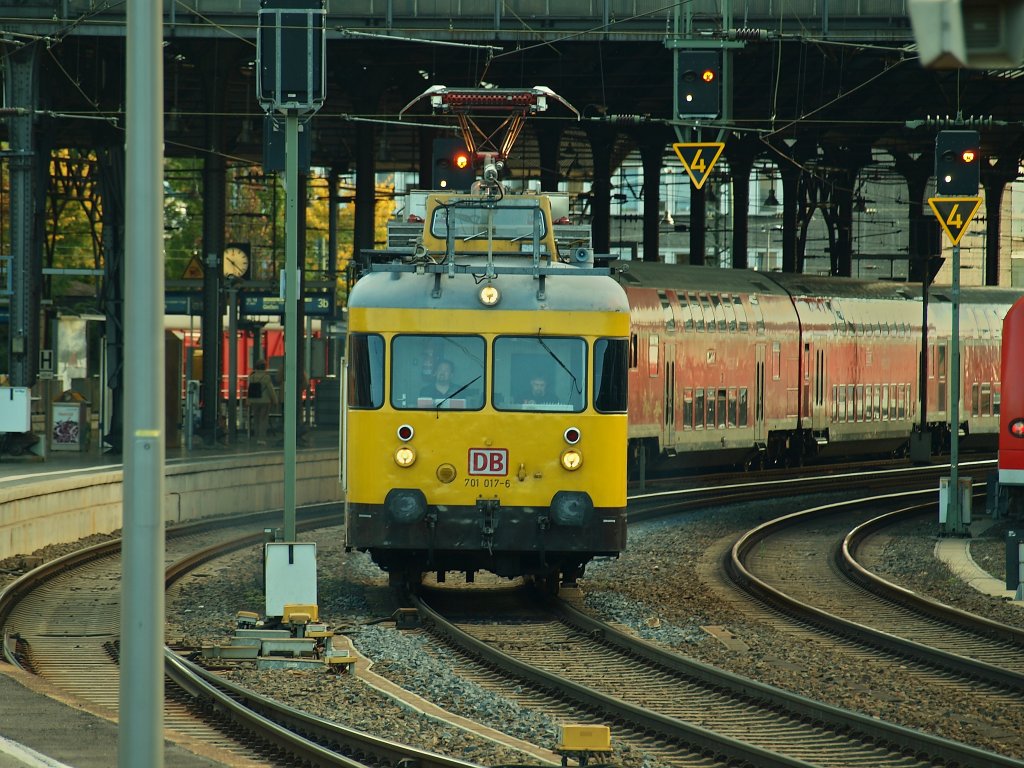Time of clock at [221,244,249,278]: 10:21
